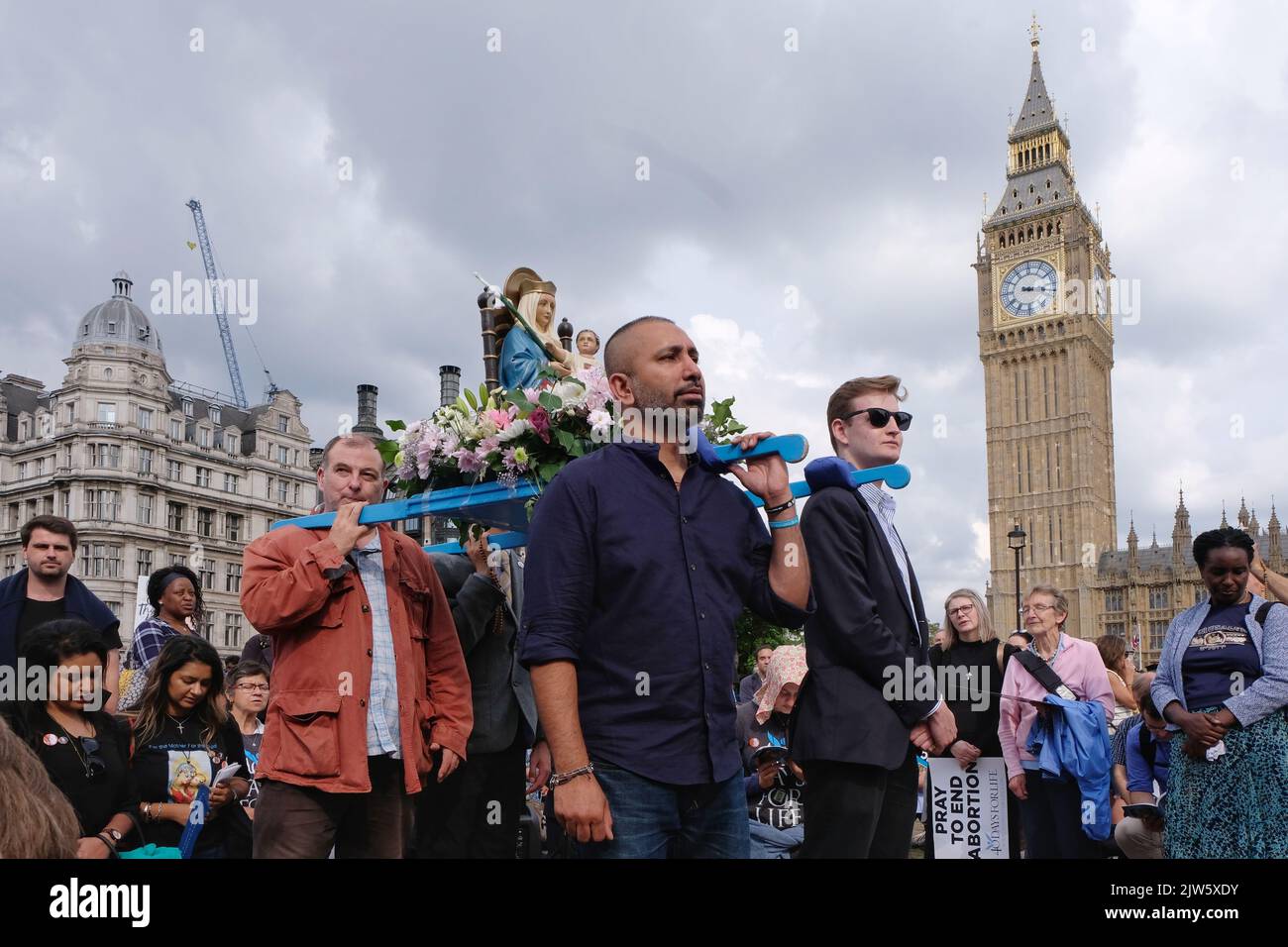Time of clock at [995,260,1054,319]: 3:16
